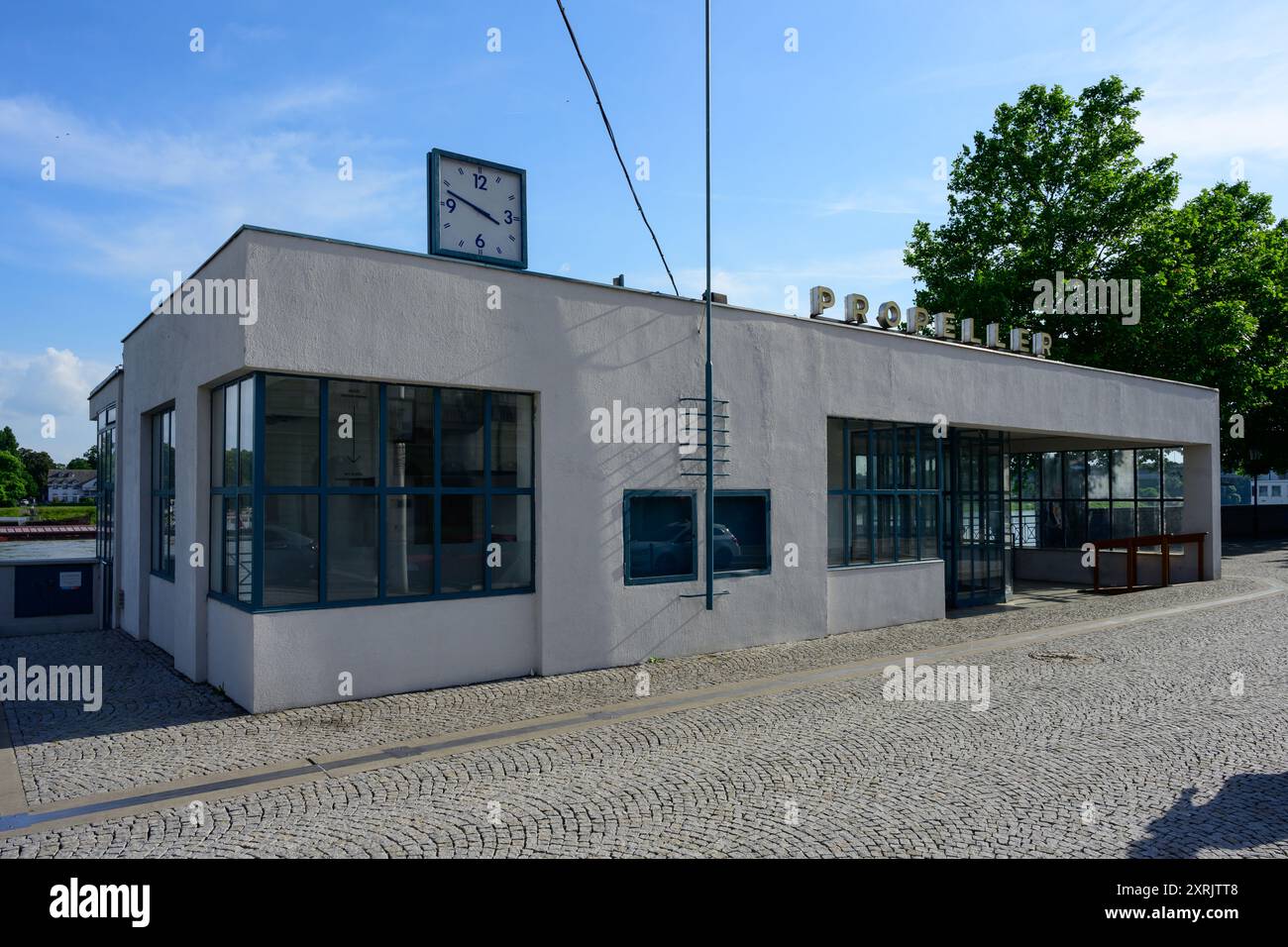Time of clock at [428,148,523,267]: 3:48
